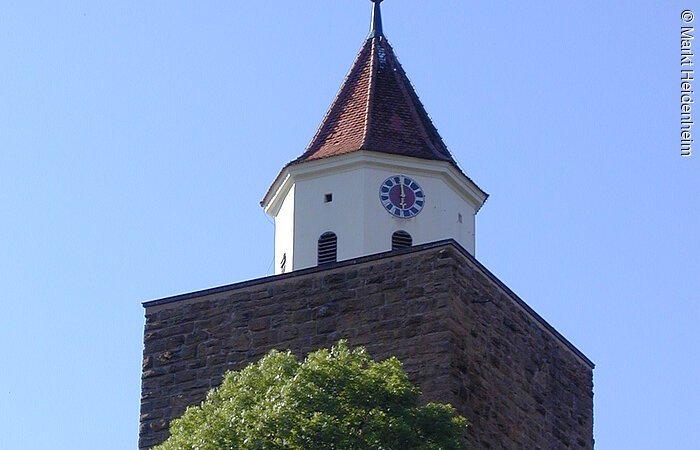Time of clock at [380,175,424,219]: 5:59
